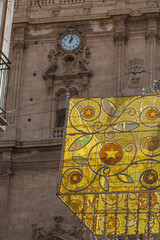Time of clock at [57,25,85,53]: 1:02
